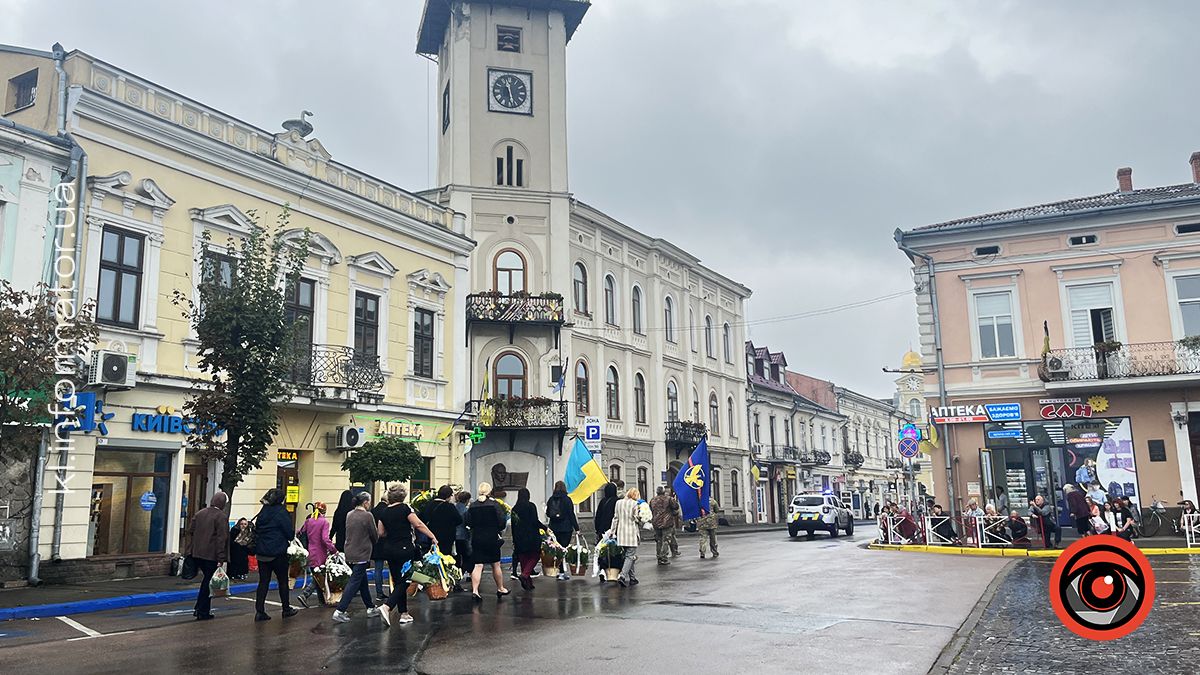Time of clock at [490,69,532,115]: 11:28
